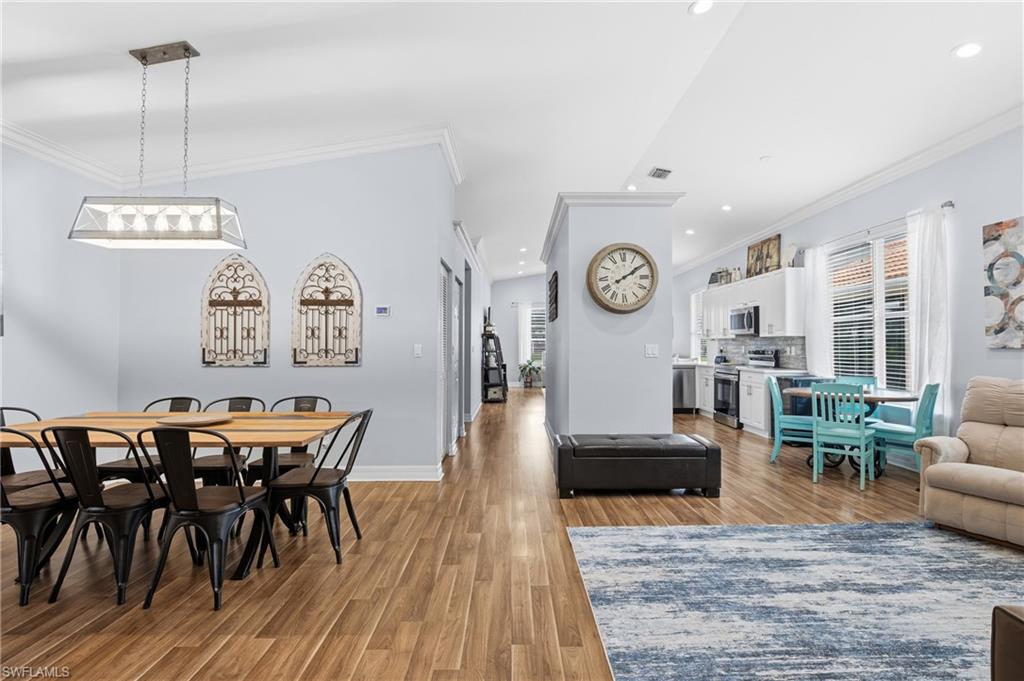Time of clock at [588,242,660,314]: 2:09
